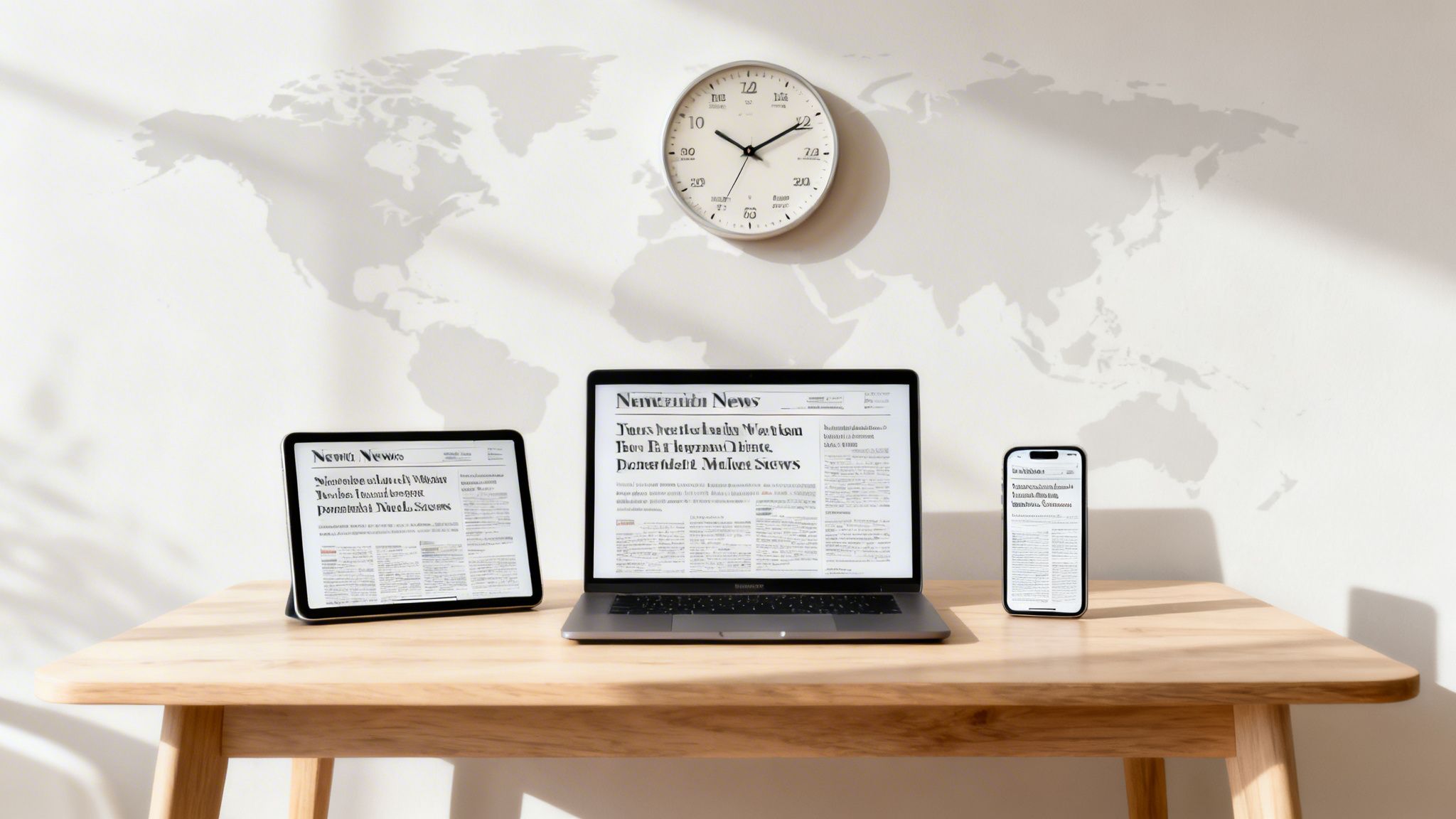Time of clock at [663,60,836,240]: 10:10
